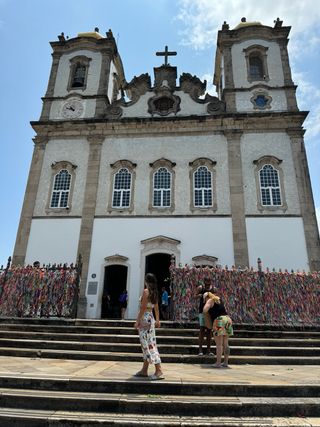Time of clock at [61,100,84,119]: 10:47
